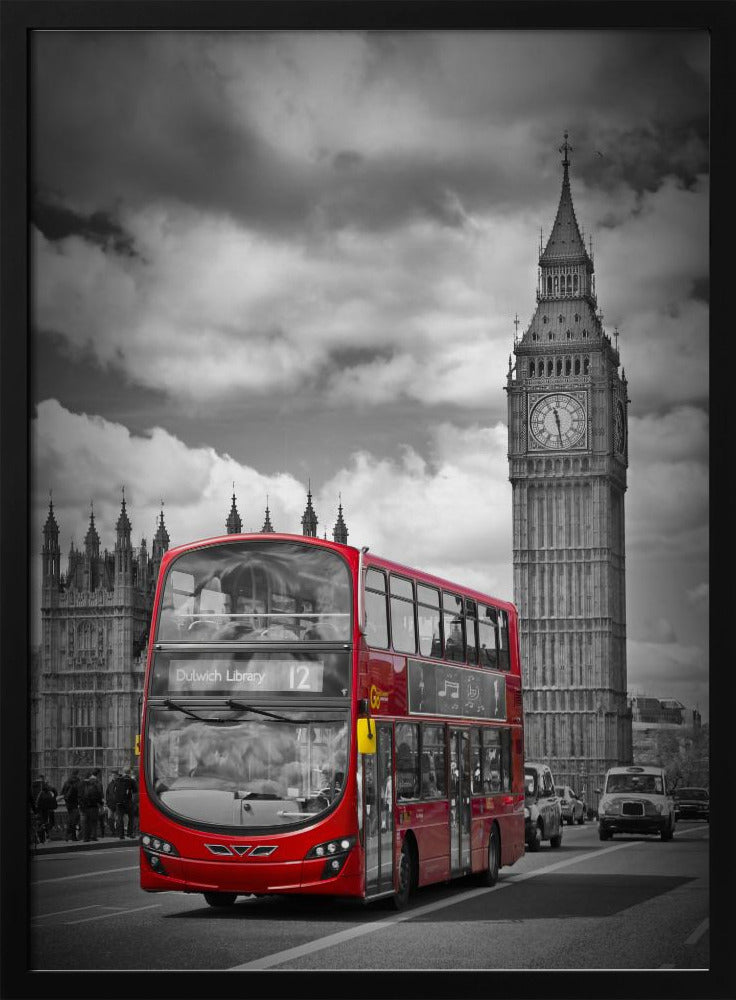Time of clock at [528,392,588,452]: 11:28
